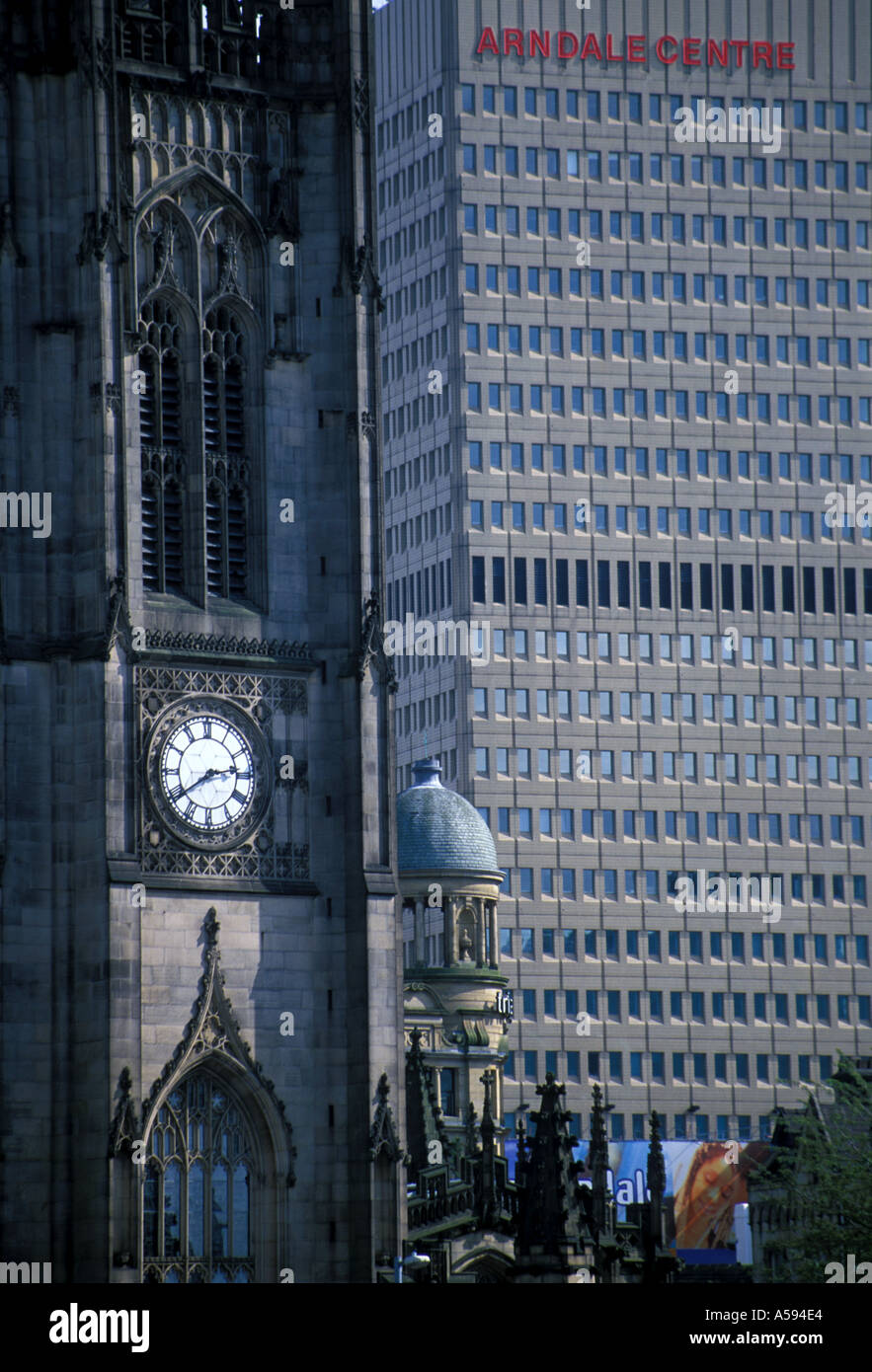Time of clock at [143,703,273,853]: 2:39
